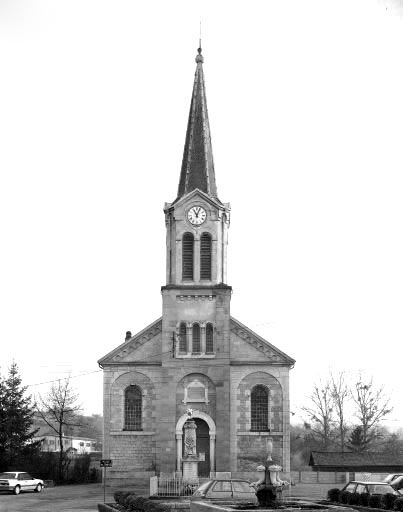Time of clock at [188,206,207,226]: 11:03
